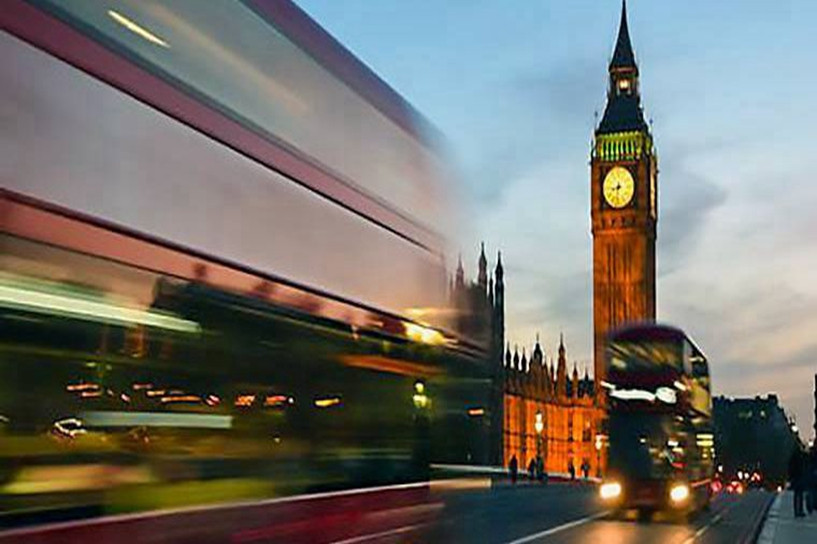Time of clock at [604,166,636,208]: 8:32
